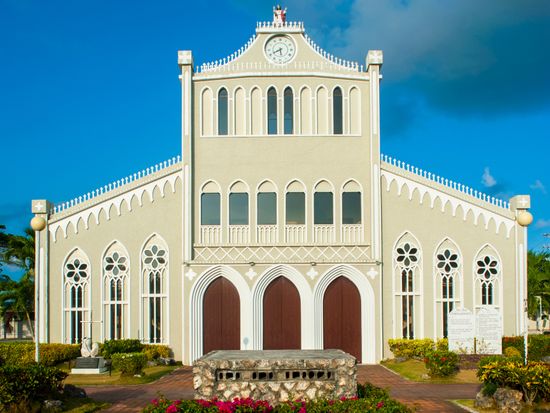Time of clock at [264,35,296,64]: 5:40
